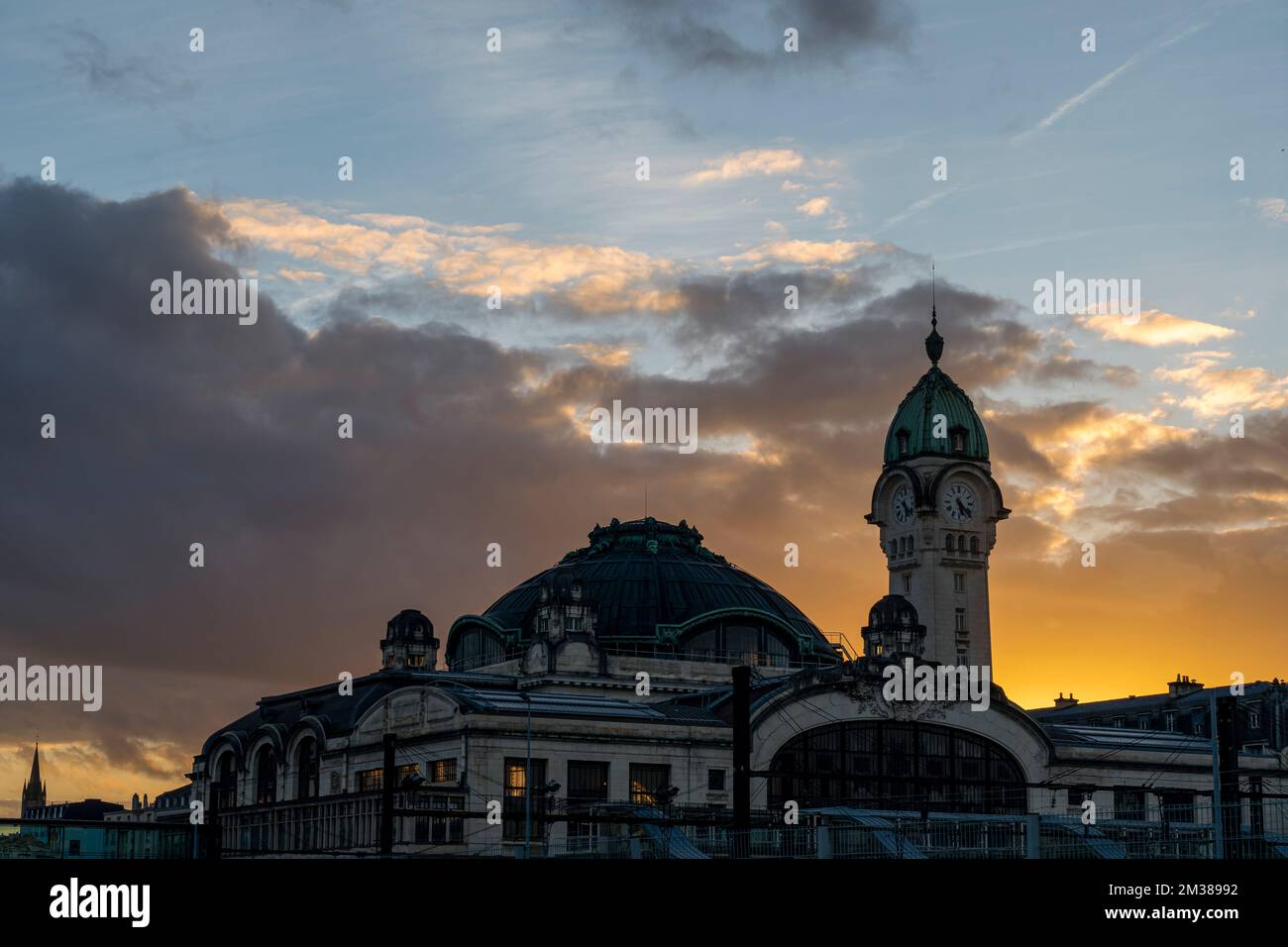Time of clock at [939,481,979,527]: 5:22
